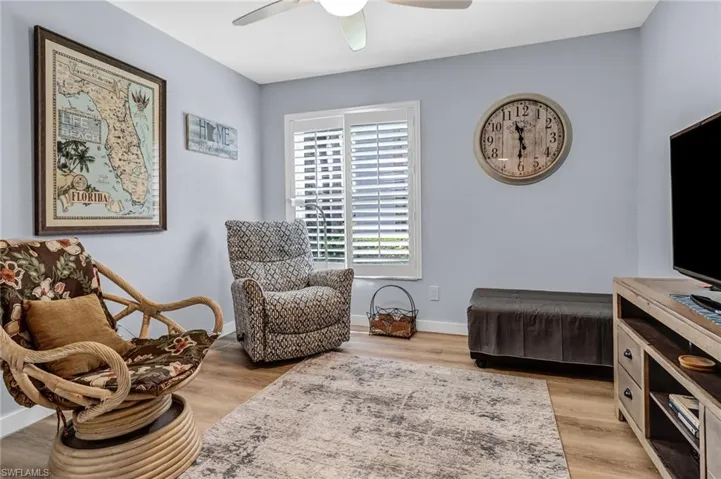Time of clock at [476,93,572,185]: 11:30
